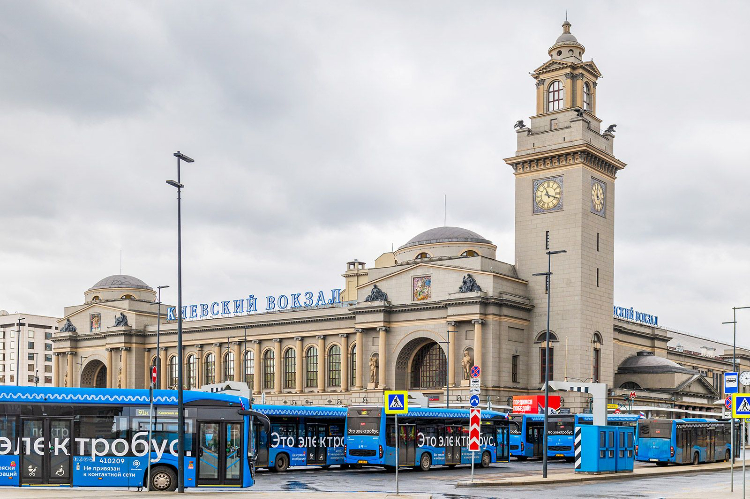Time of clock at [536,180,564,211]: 11:18
